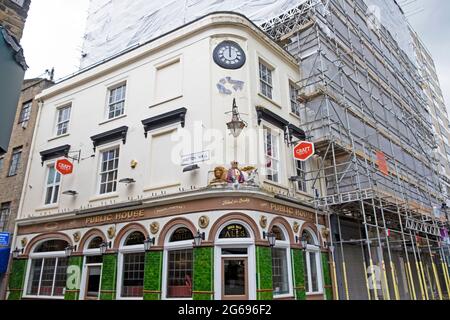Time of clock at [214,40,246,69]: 12:00
